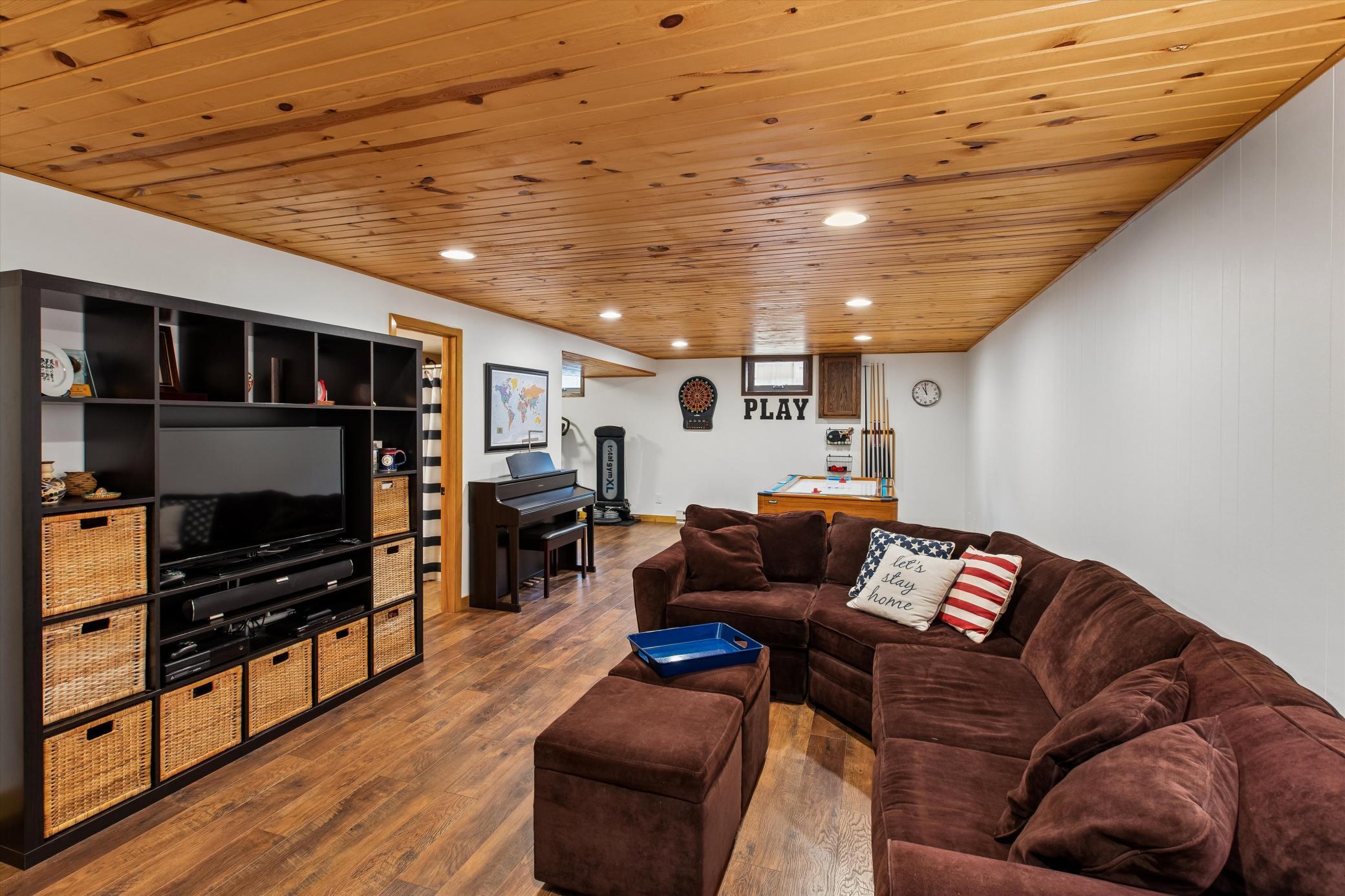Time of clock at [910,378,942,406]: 10:58
